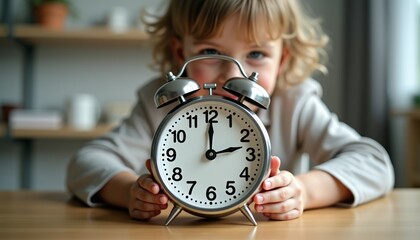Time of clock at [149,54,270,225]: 12:00
